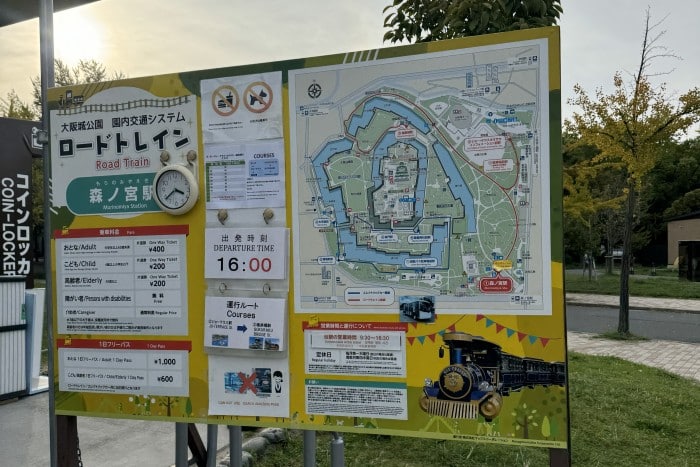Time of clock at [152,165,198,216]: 3:38
